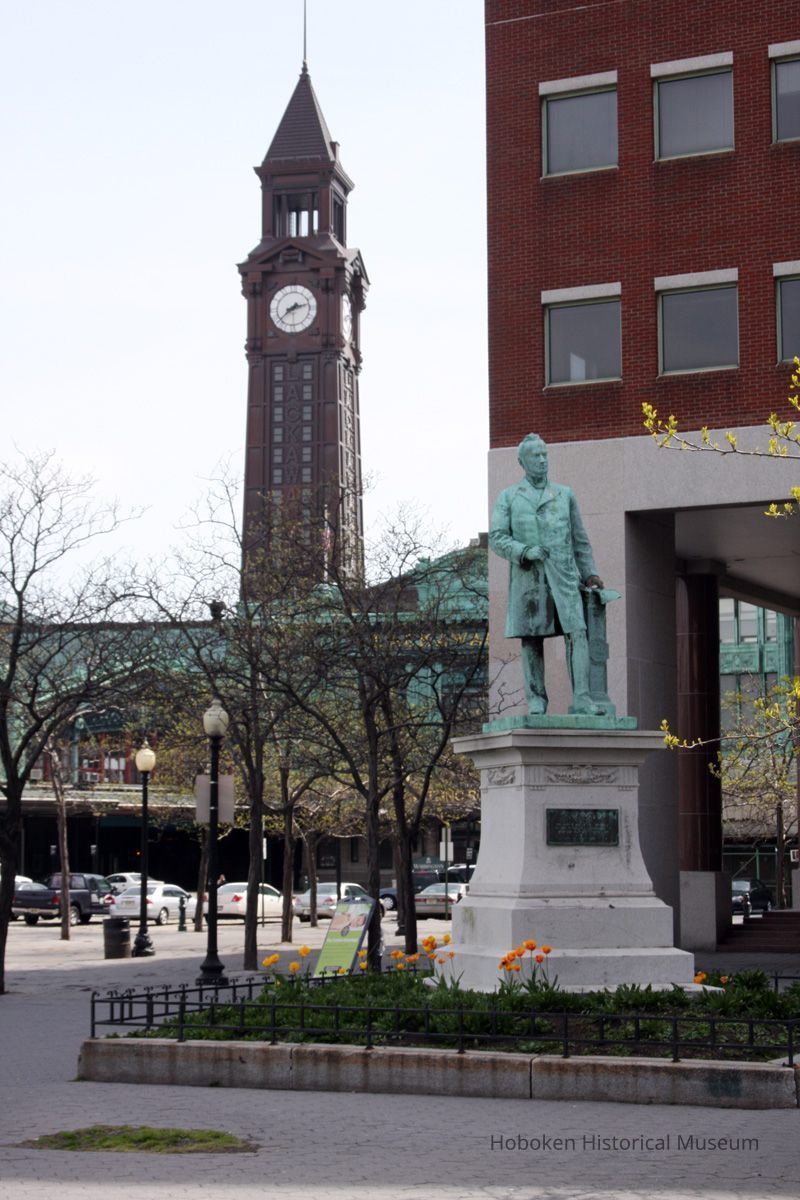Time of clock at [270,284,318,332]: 2:38
